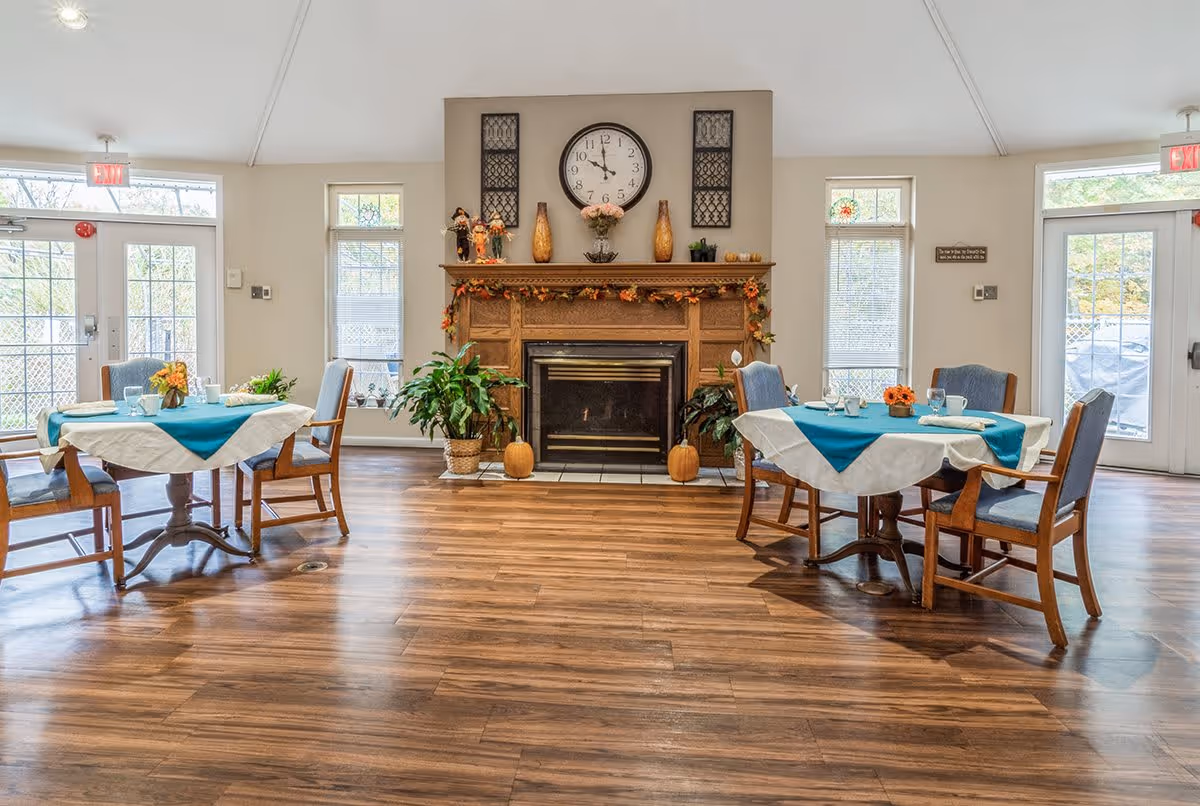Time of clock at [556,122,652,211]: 9:59
